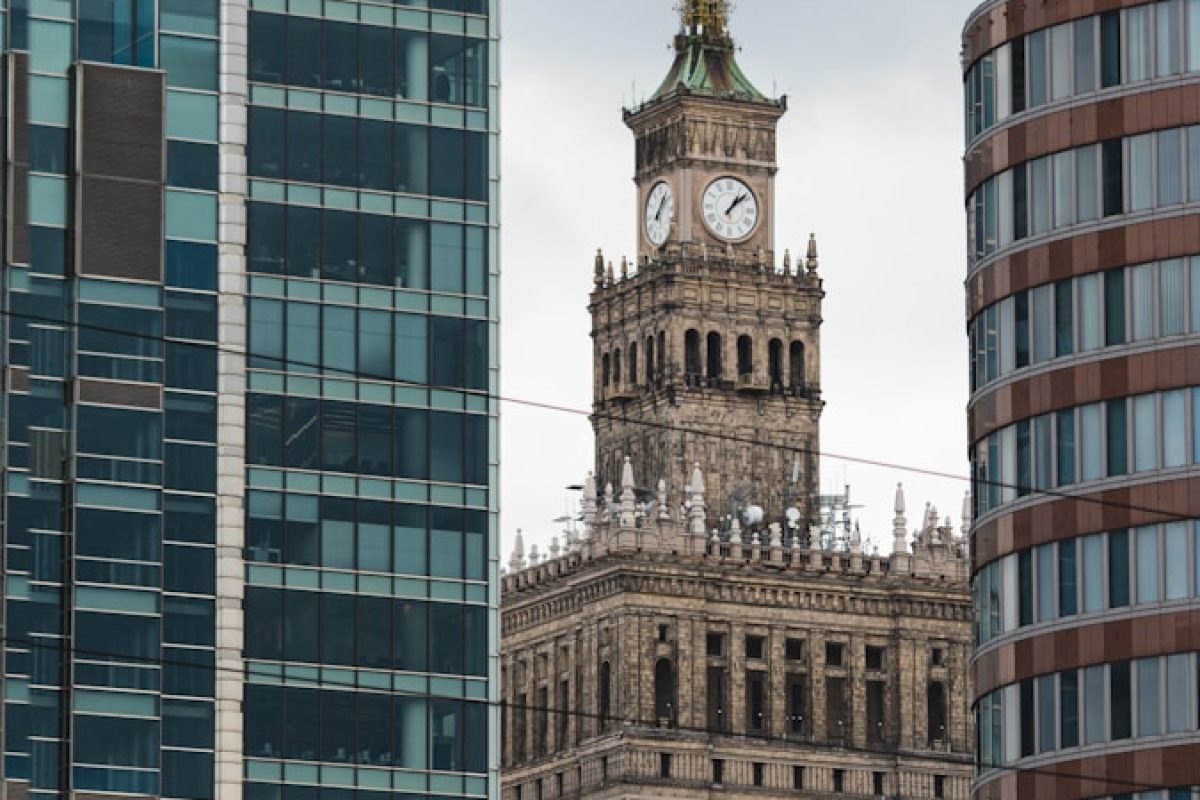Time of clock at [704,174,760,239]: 1:08
